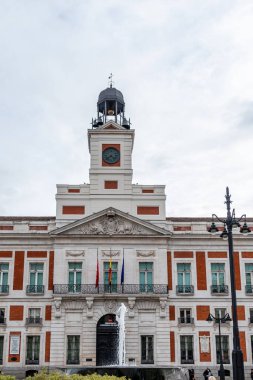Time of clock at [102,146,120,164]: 4:38
